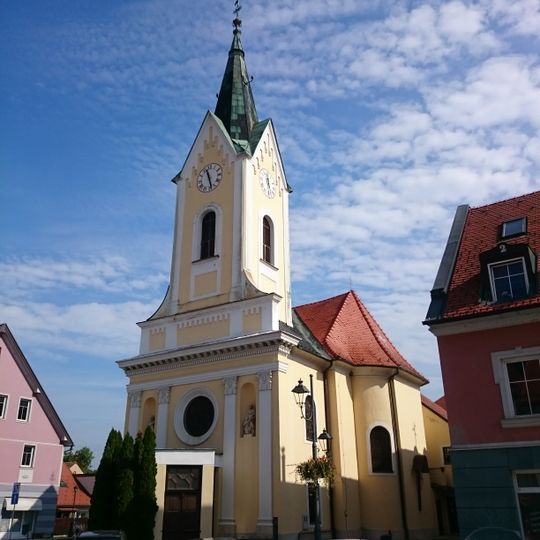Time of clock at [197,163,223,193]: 11:28
